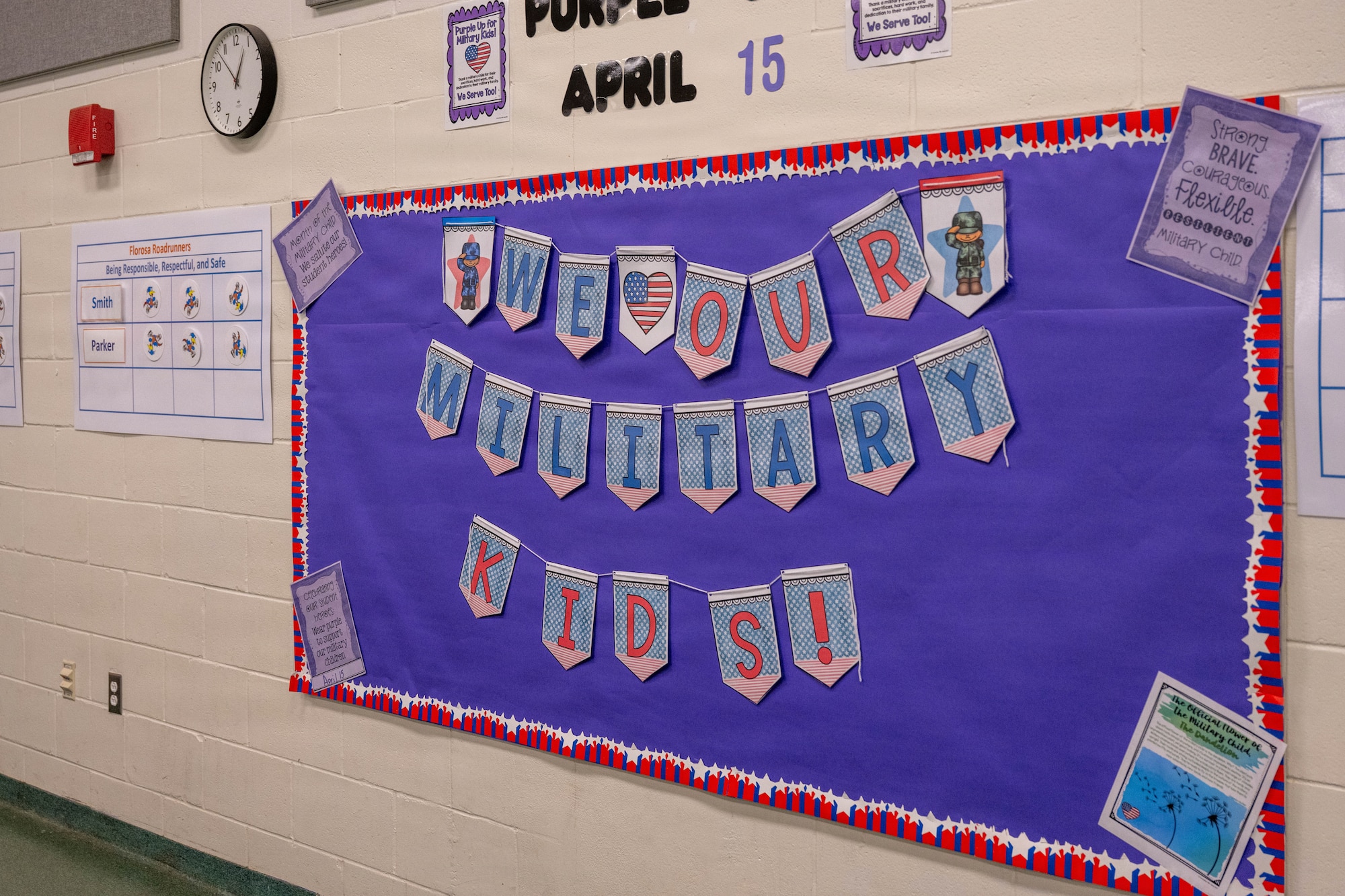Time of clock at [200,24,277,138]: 12:52
